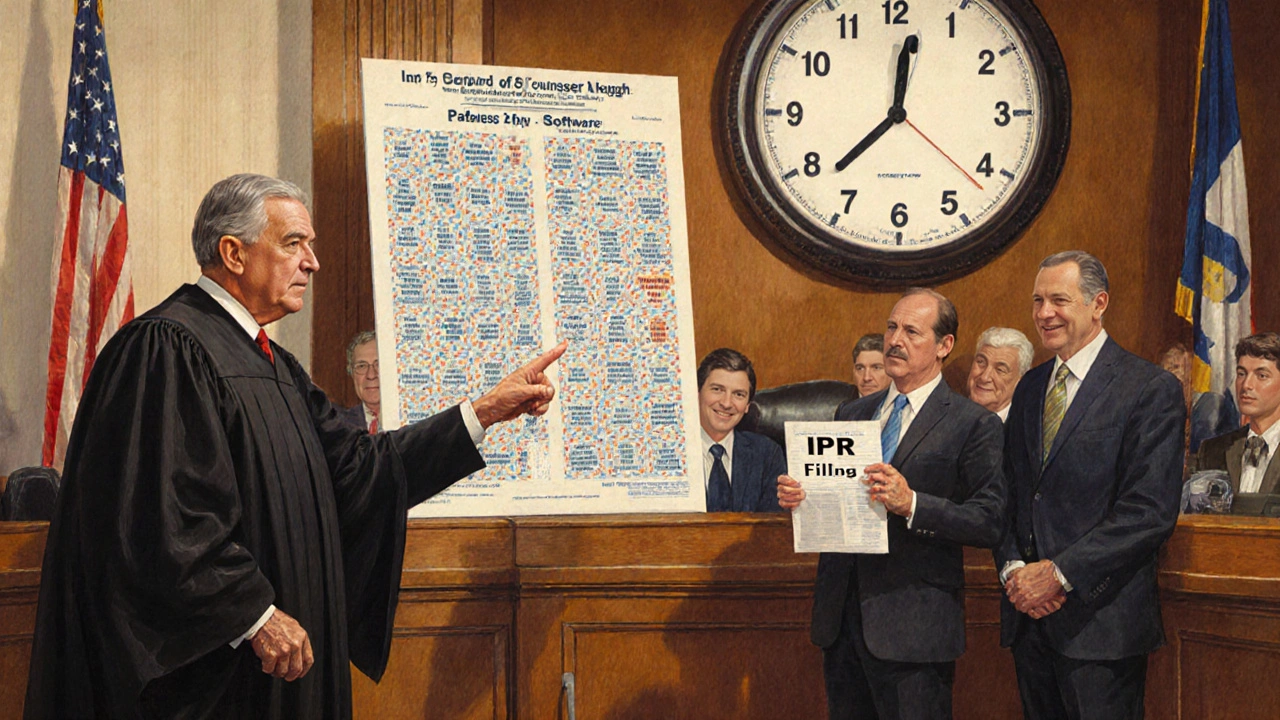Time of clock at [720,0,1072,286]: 12:37
